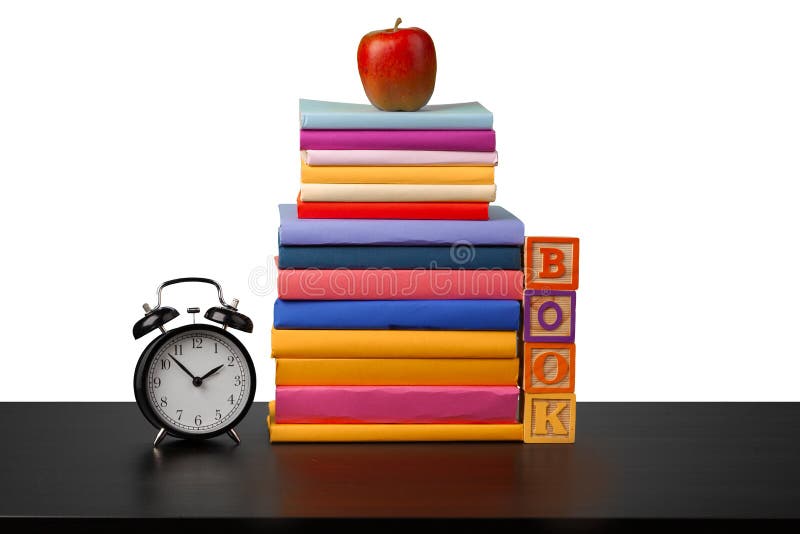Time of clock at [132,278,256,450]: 1:52
